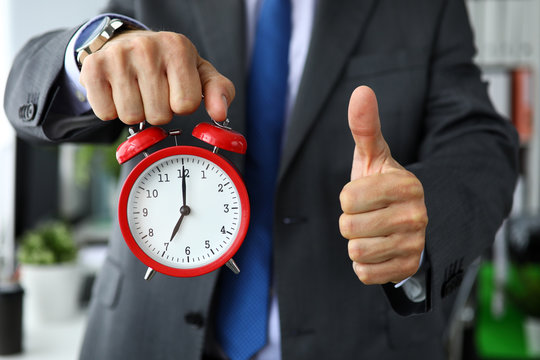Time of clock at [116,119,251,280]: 7:00
